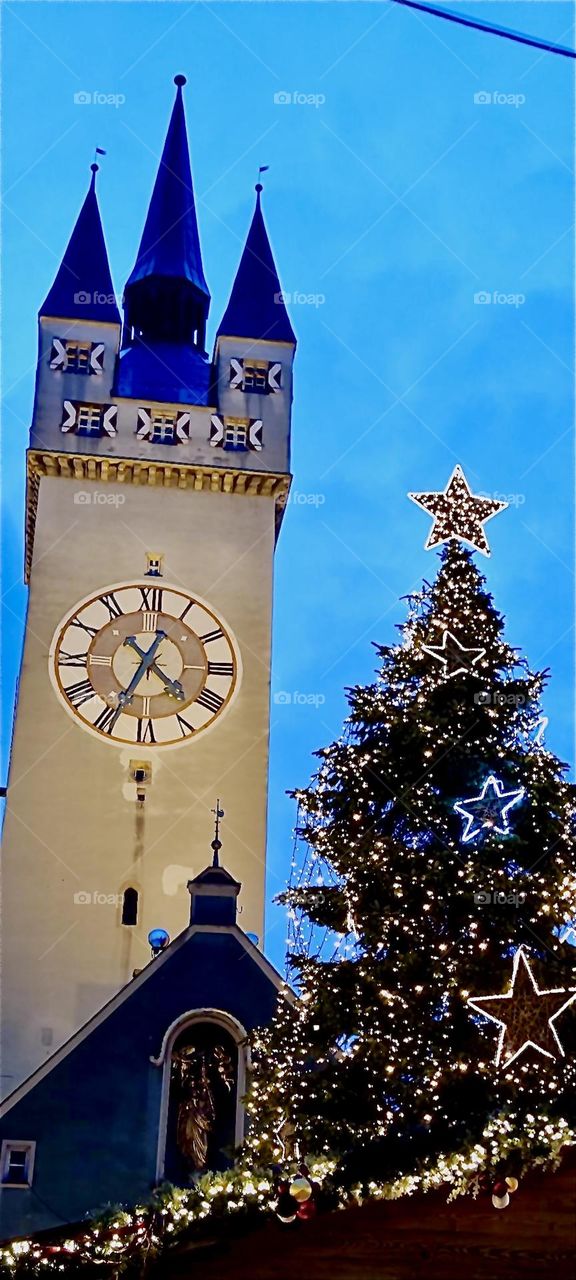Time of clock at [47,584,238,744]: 4:34
